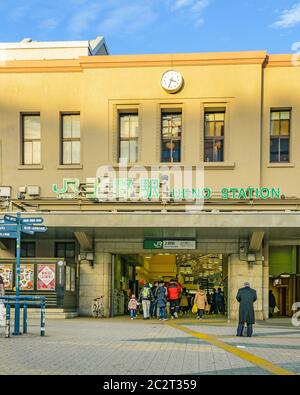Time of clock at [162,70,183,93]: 3:33
